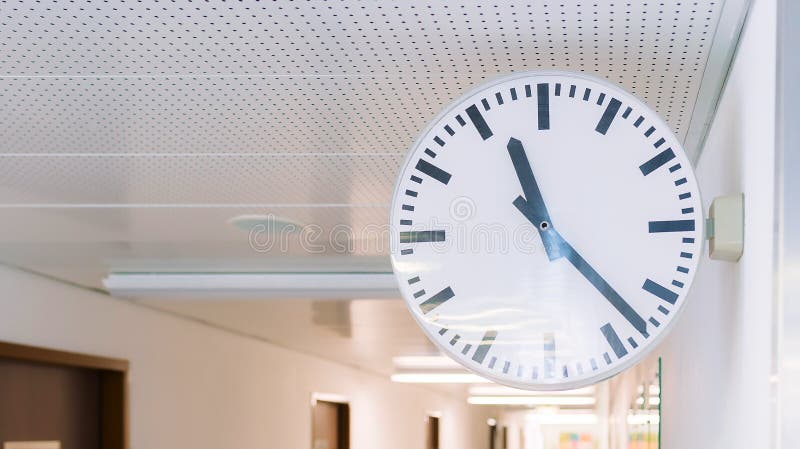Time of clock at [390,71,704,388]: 11:22
